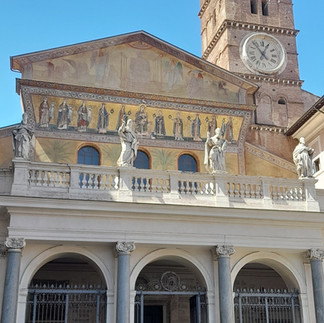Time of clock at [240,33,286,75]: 12:53
